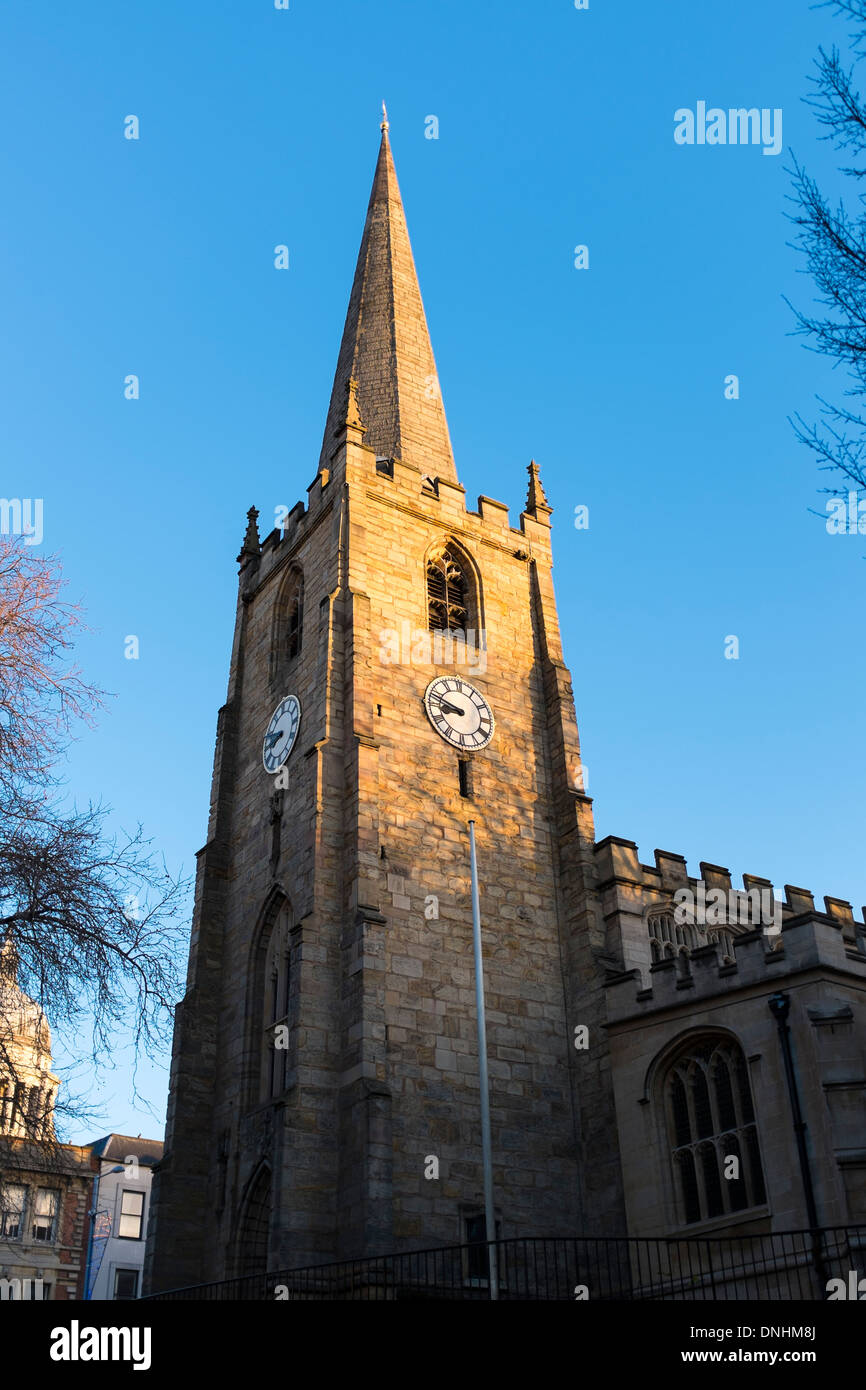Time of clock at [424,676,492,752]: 8:47
